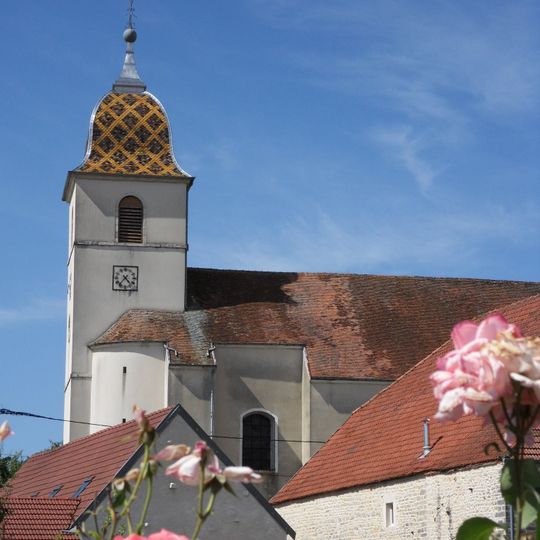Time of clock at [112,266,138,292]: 4:36
